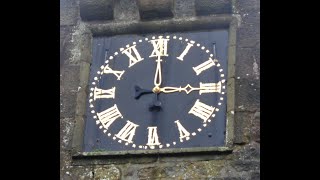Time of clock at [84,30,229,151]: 3:00
